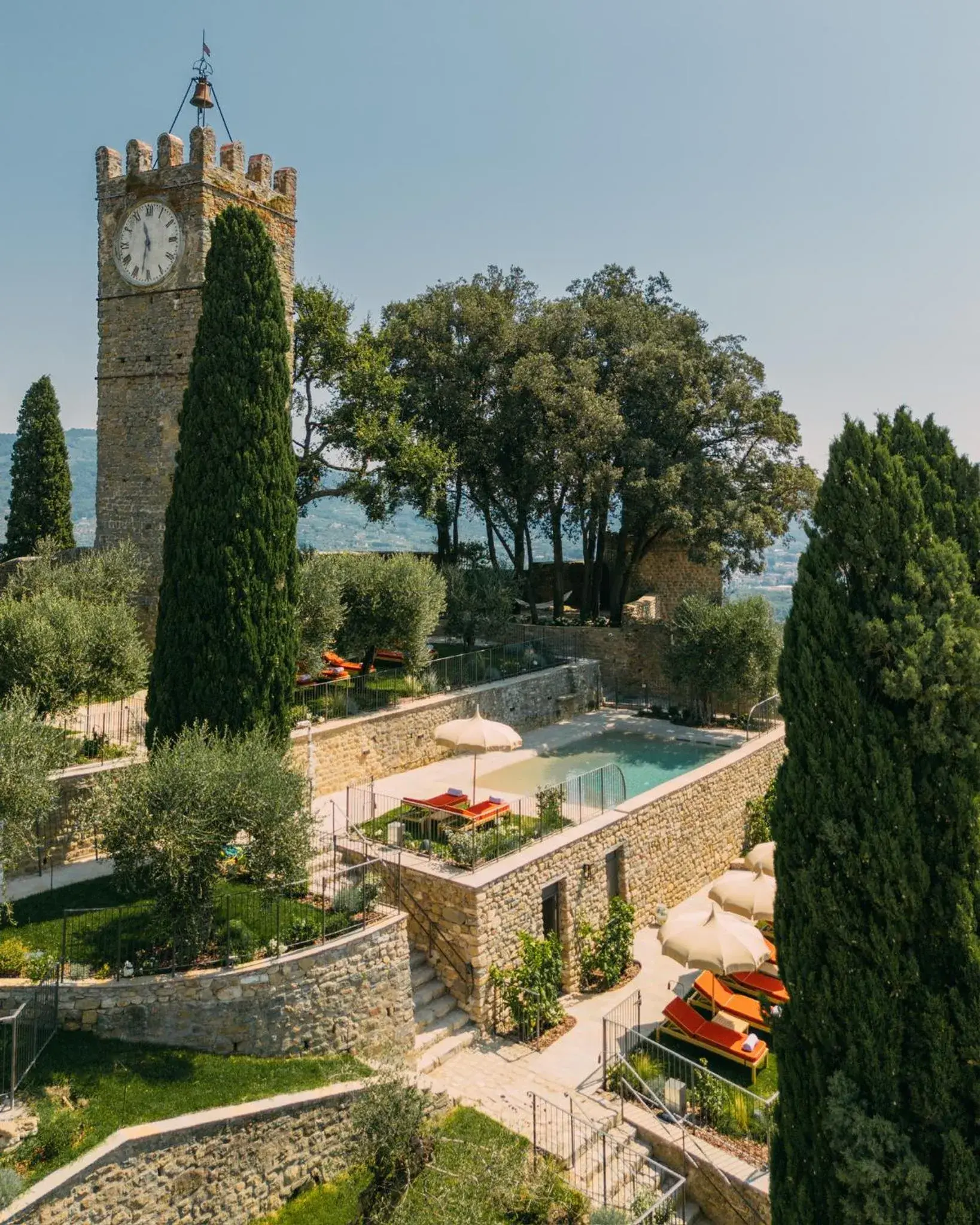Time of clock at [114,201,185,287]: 11:32
